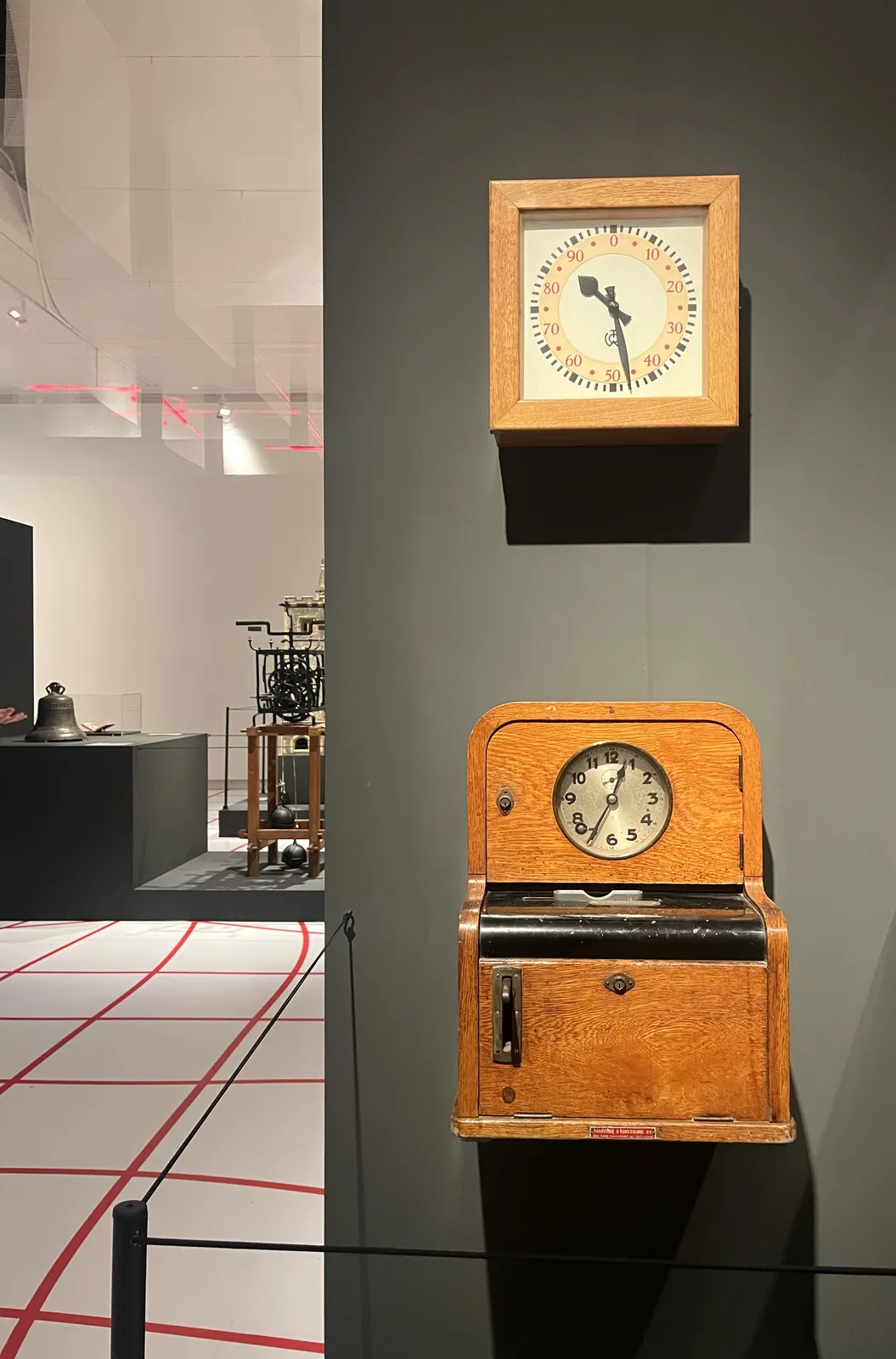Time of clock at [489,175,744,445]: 10:28
